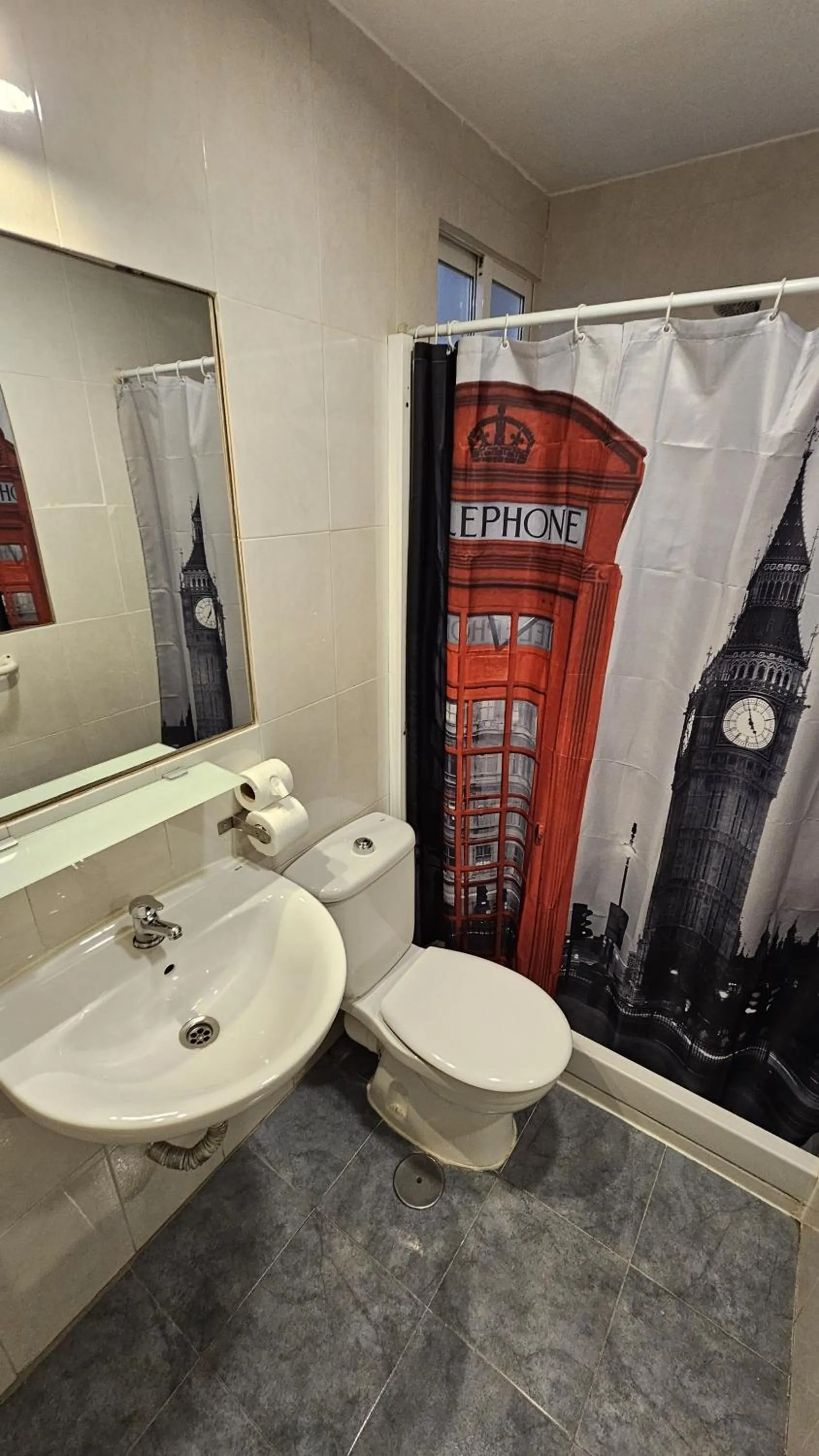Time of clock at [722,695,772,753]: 4:56
